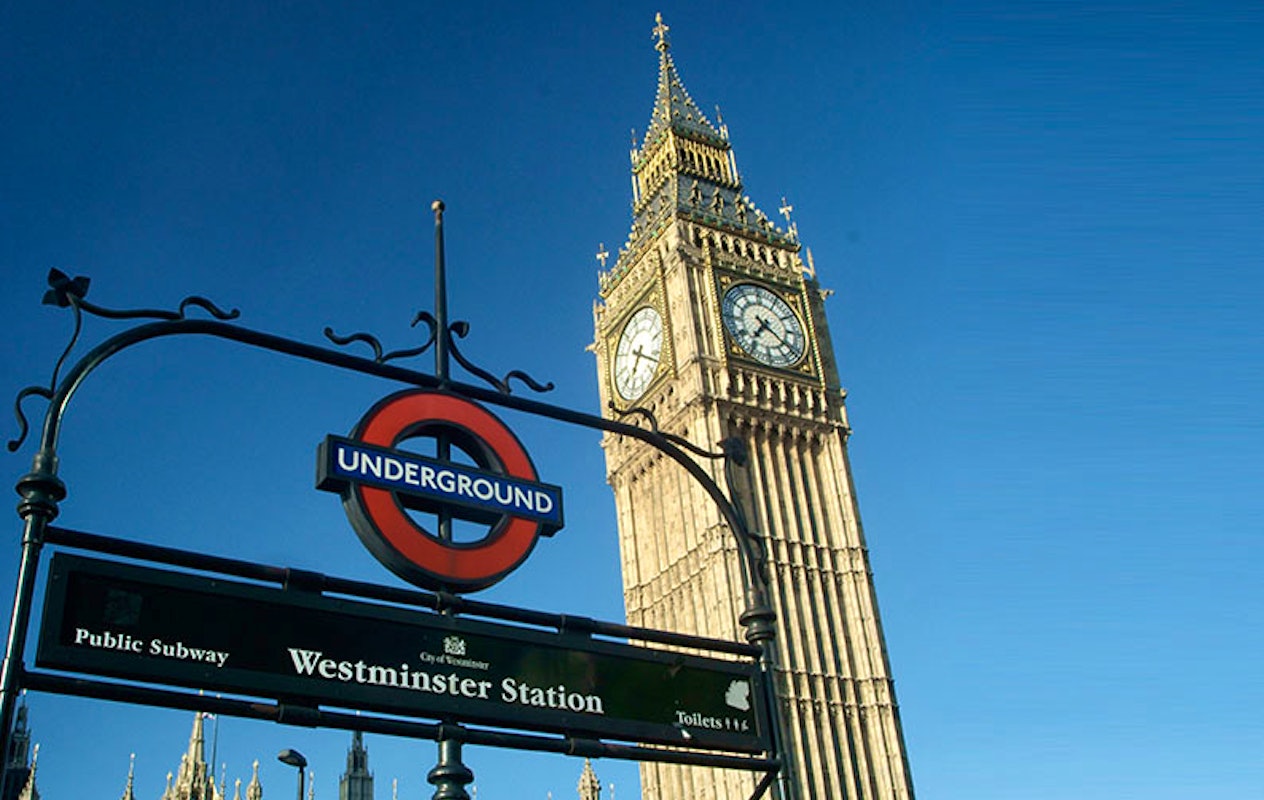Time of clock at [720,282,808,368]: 7:21
